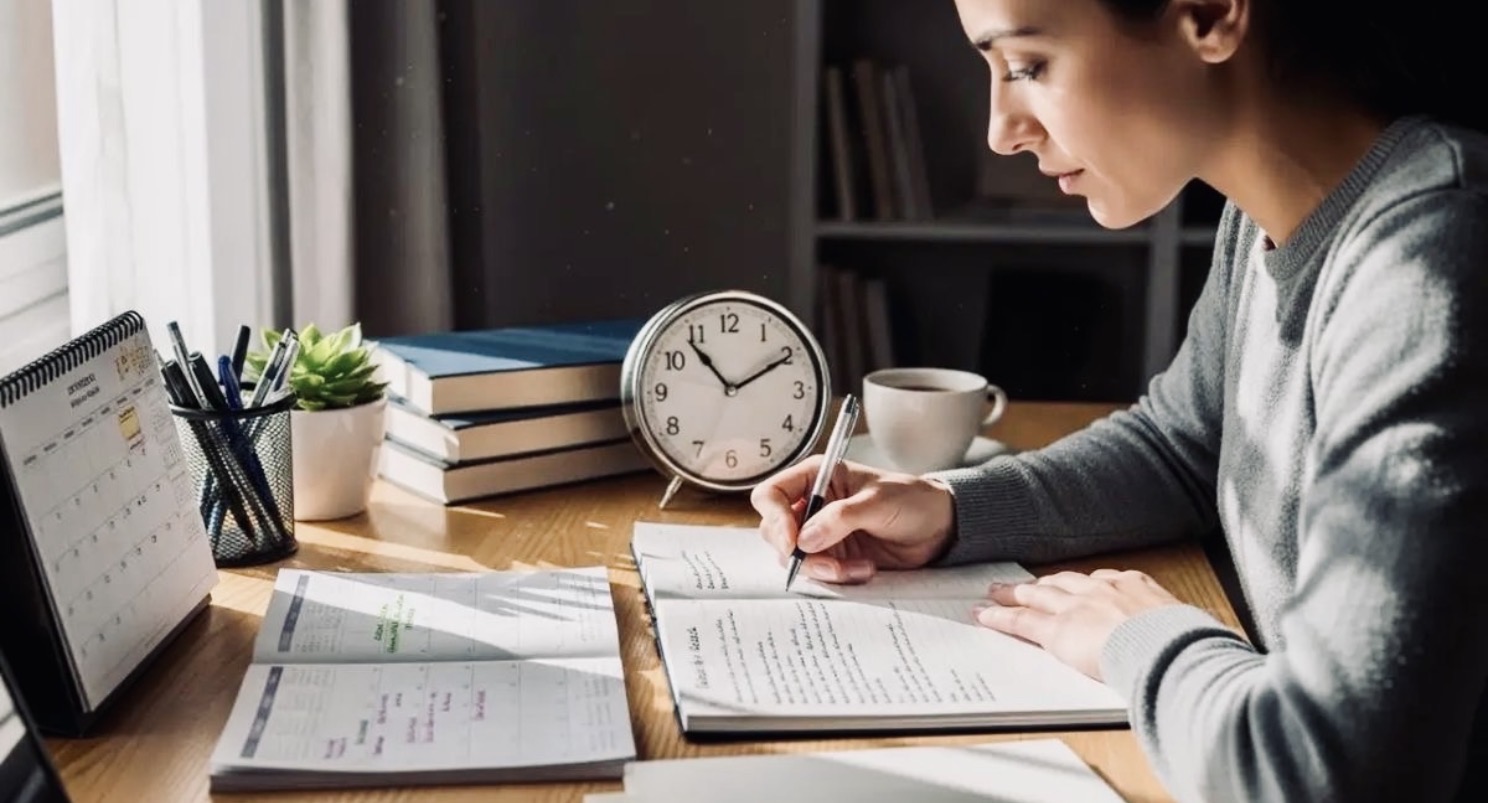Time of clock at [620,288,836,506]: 1:53
